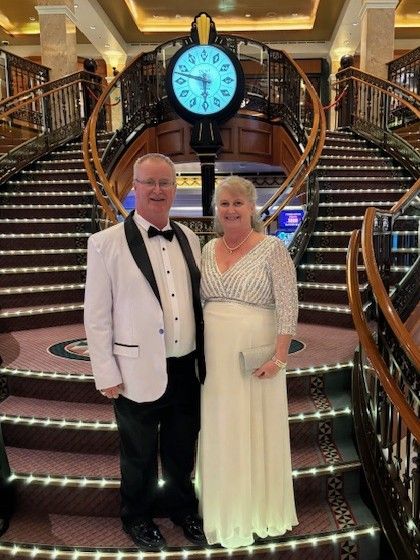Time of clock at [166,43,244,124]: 5:47
